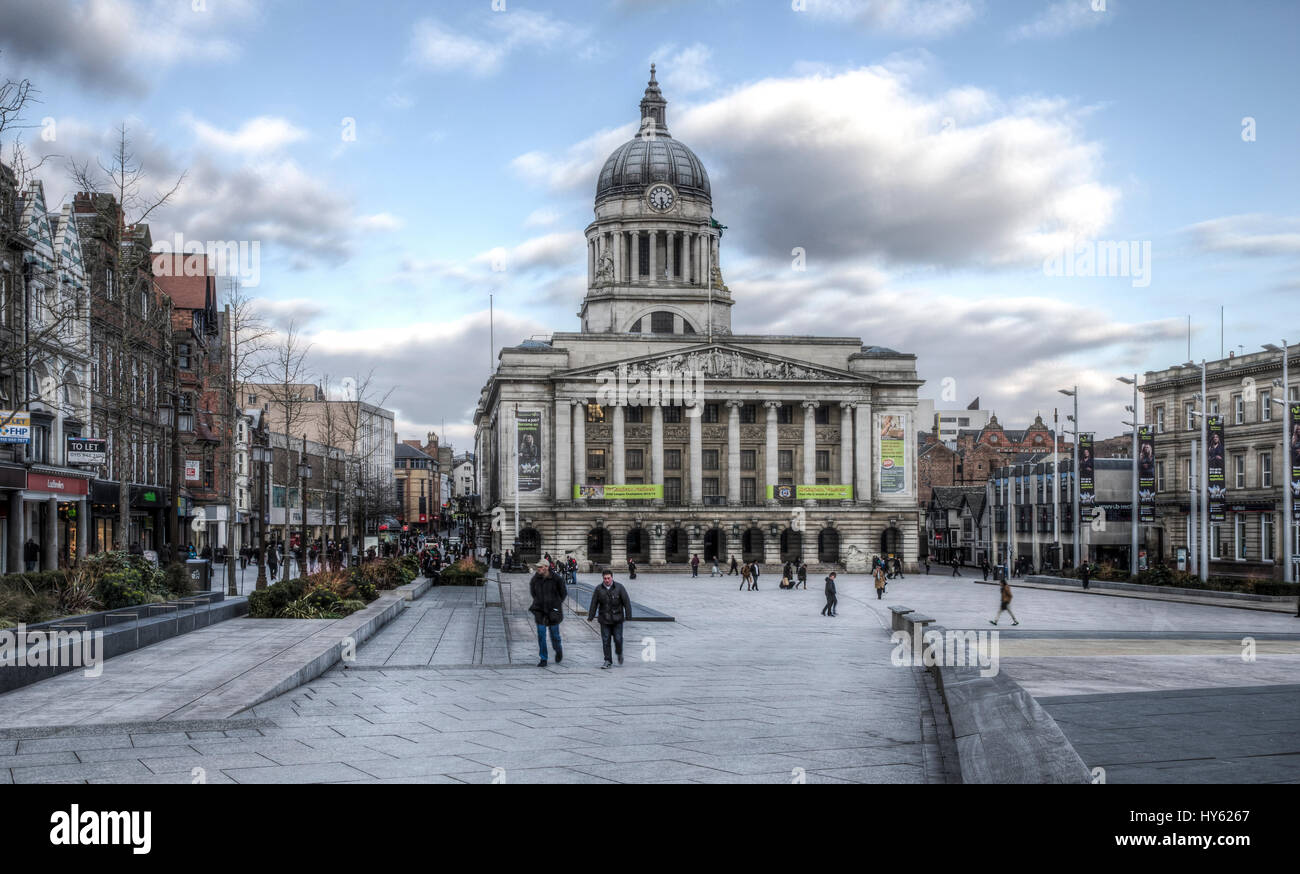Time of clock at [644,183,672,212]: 5:29
